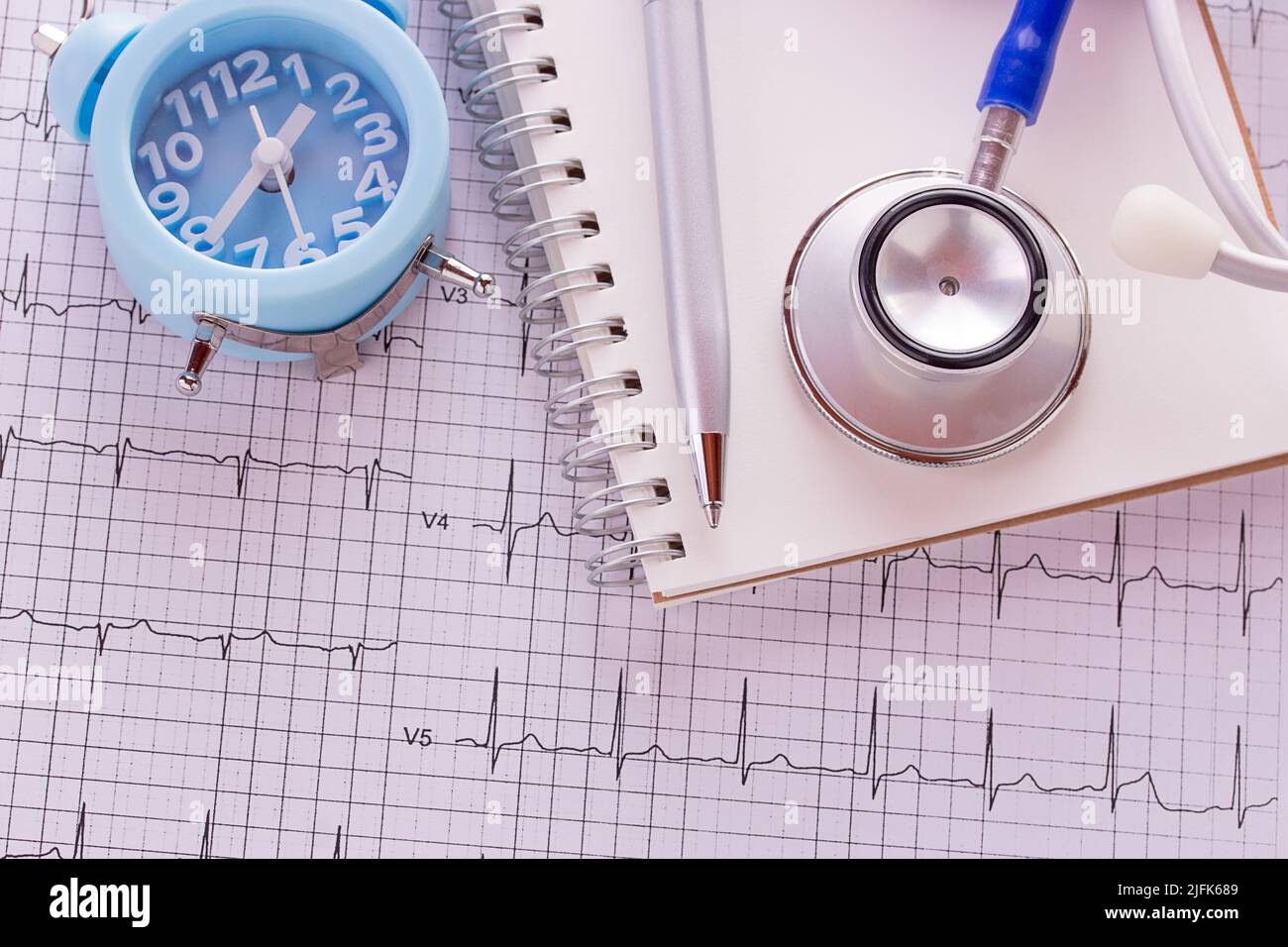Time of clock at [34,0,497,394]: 1:39
